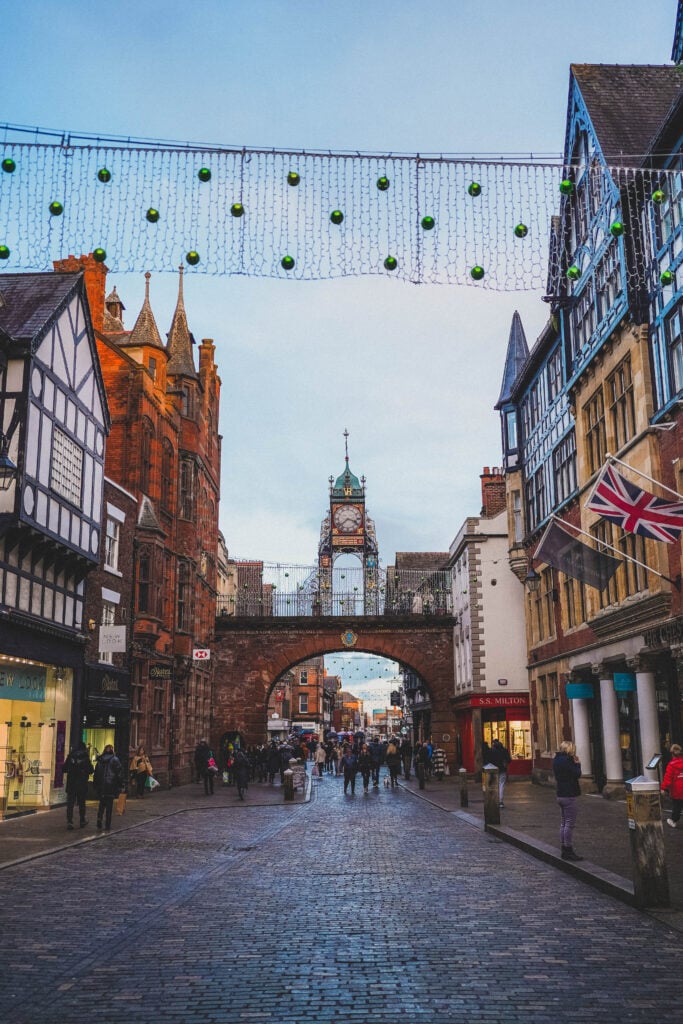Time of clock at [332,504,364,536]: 3:38
